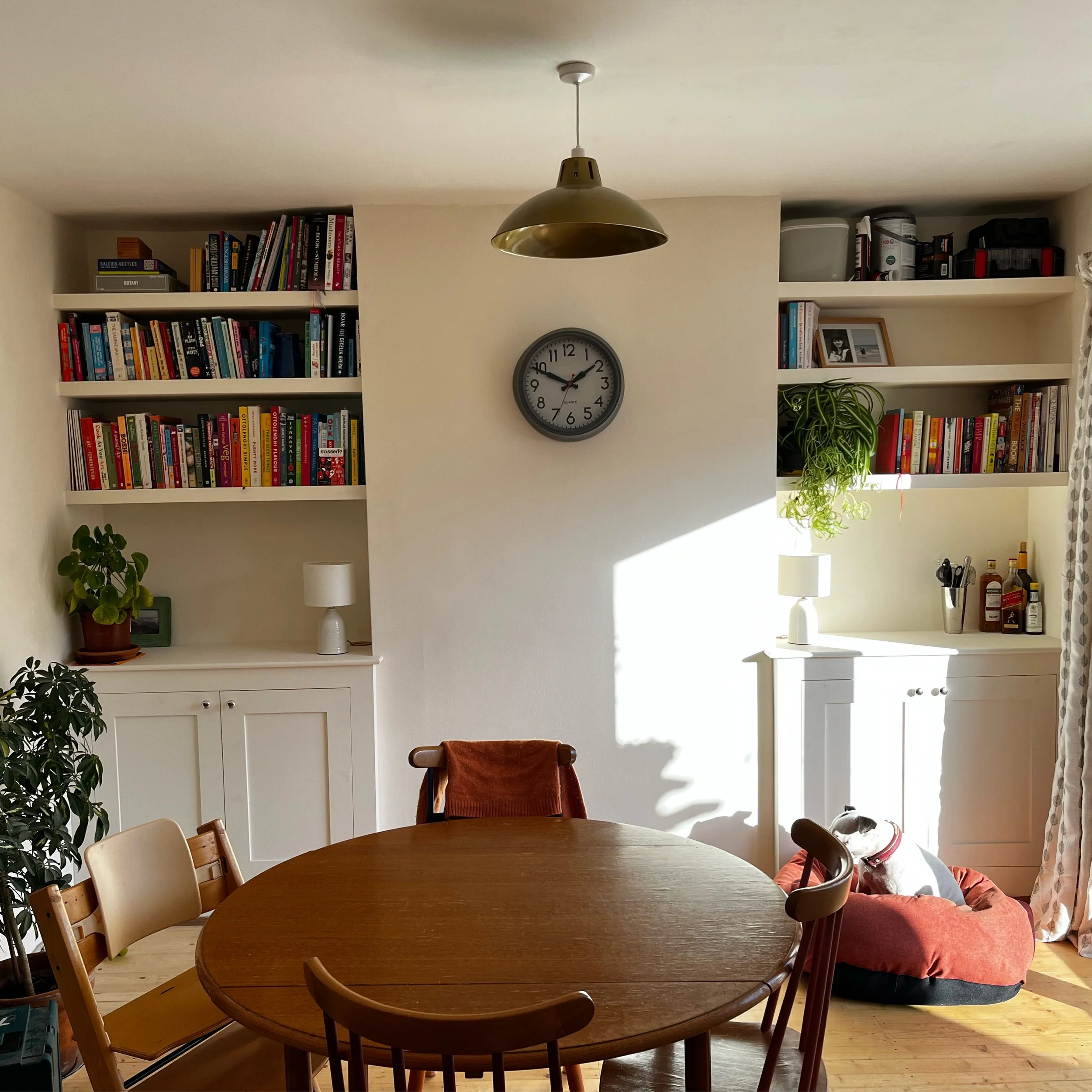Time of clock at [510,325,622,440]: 1:49
